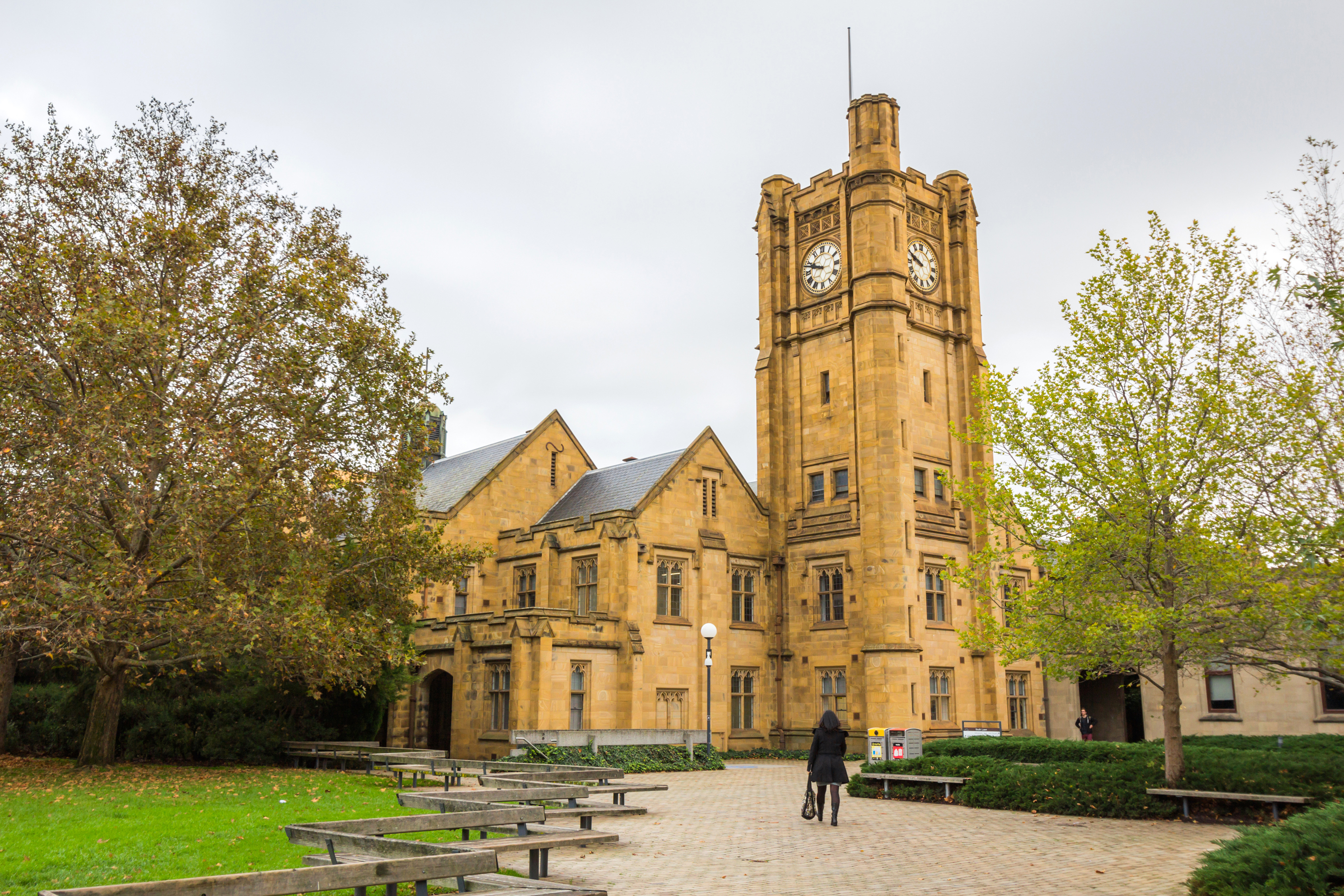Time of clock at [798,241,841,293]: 9:48
